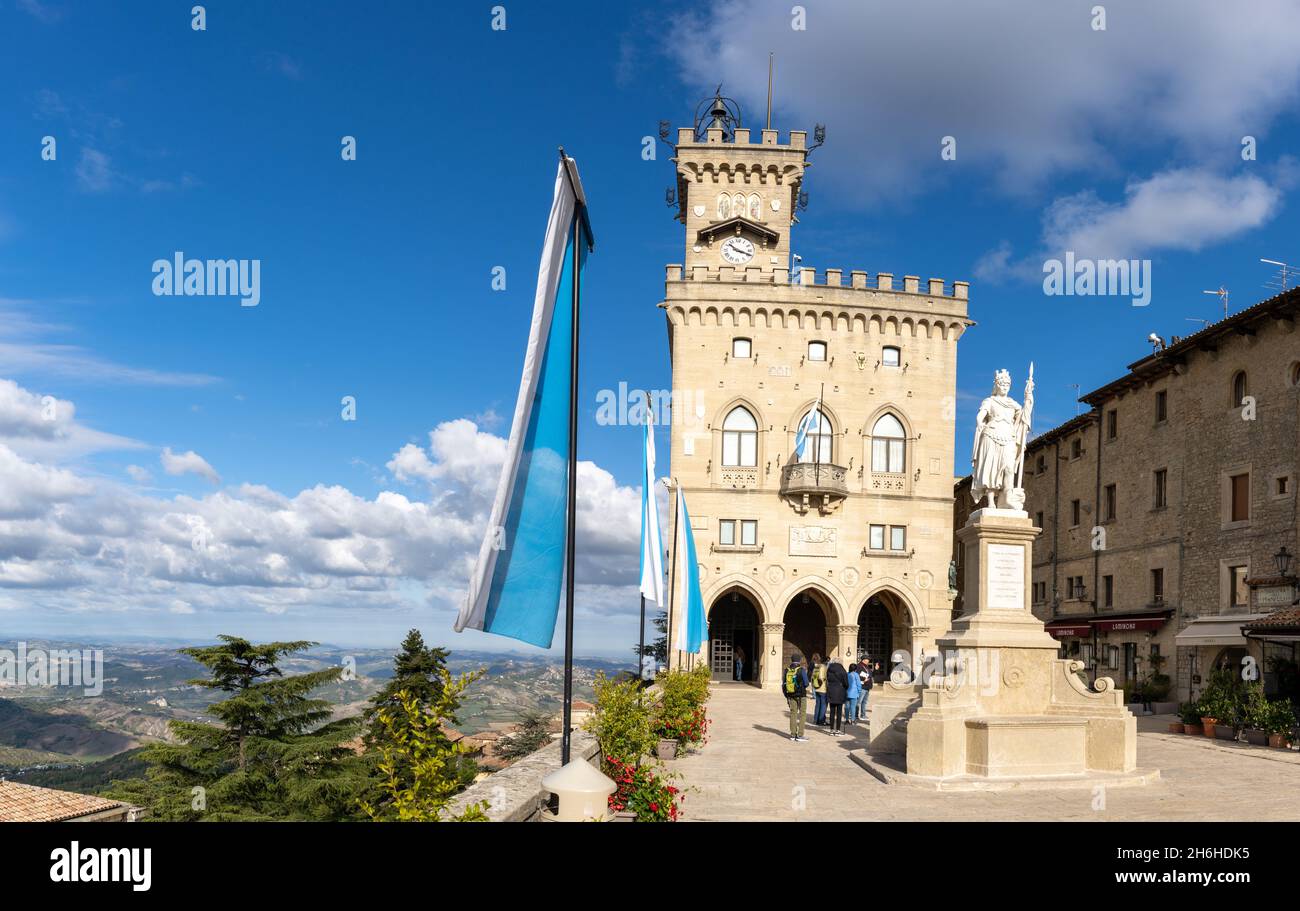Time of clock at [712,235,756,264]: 10:18
